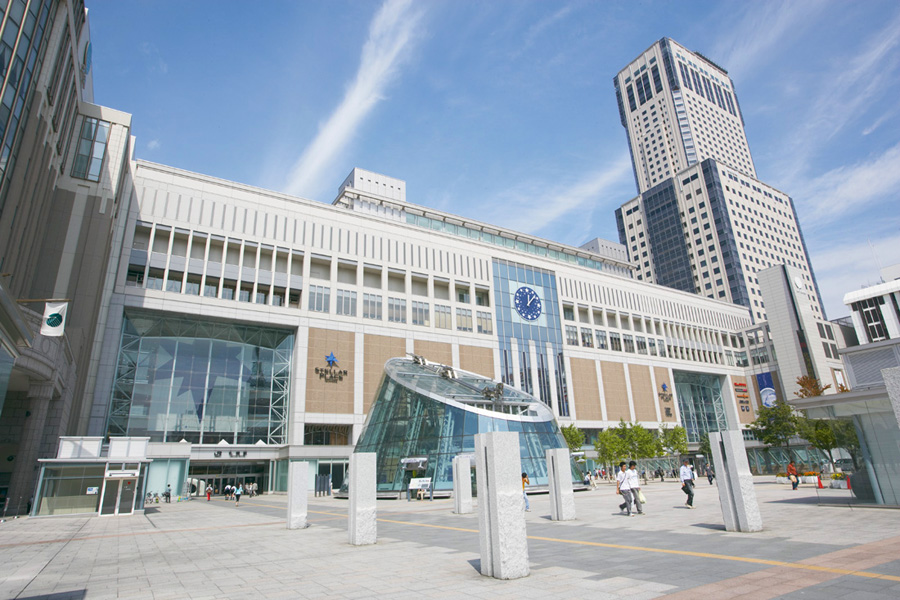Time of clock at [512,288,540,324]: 12:06
